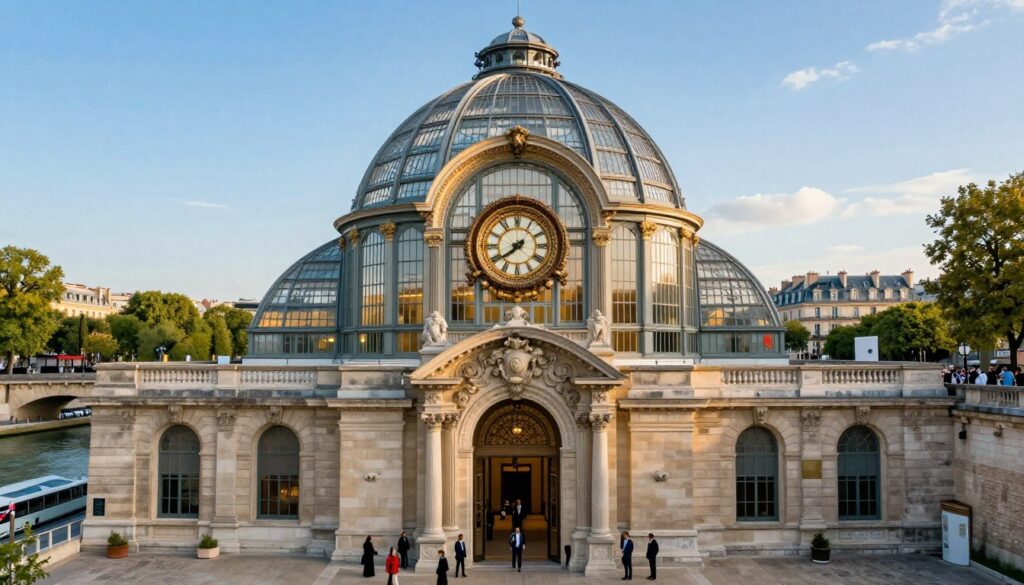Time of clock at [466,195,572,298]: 7:39
